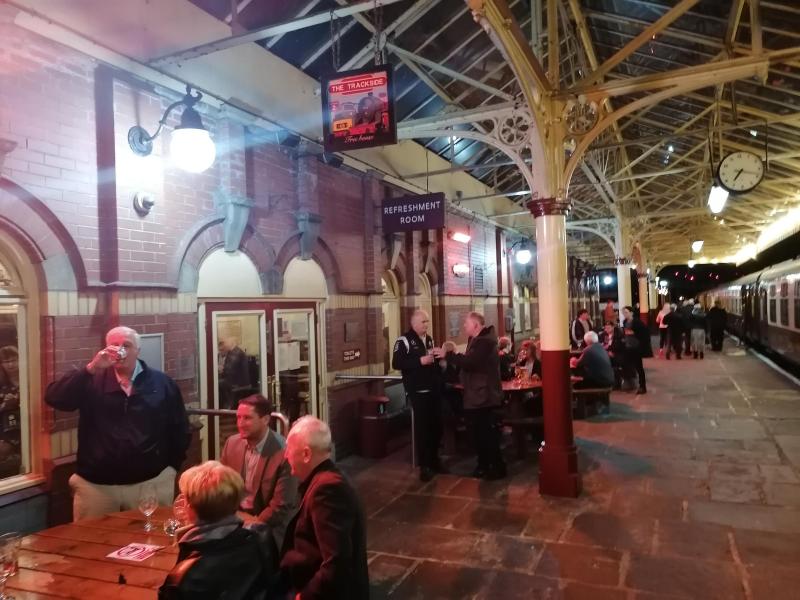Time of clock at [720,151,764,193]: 7:18
